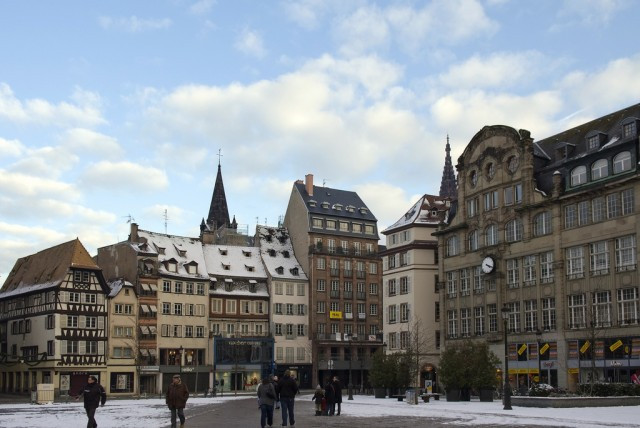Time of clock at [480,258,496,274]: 4:18
